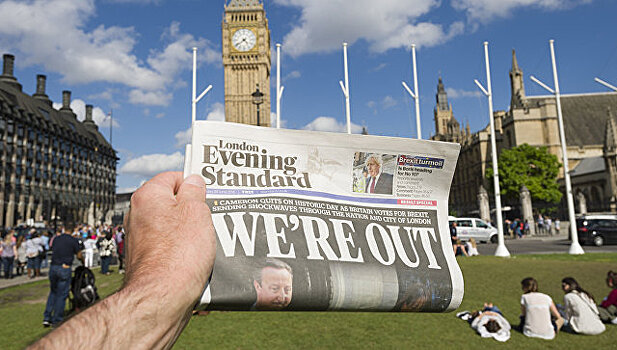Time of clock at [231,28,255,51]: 4:38
